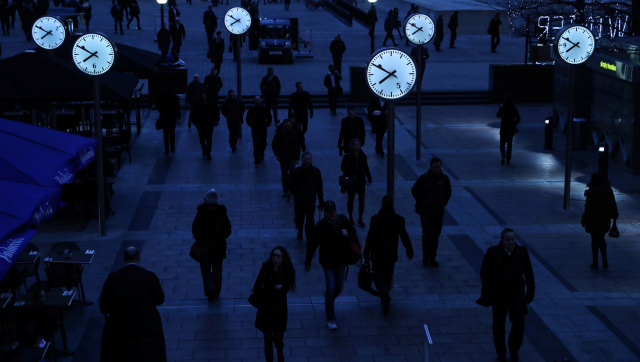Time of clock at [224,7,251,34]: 7:50
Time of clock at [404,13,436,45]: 7:50
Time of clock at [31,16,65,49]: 7:49
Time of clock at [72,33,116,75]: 7:50
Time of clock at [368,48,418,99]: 7:50
